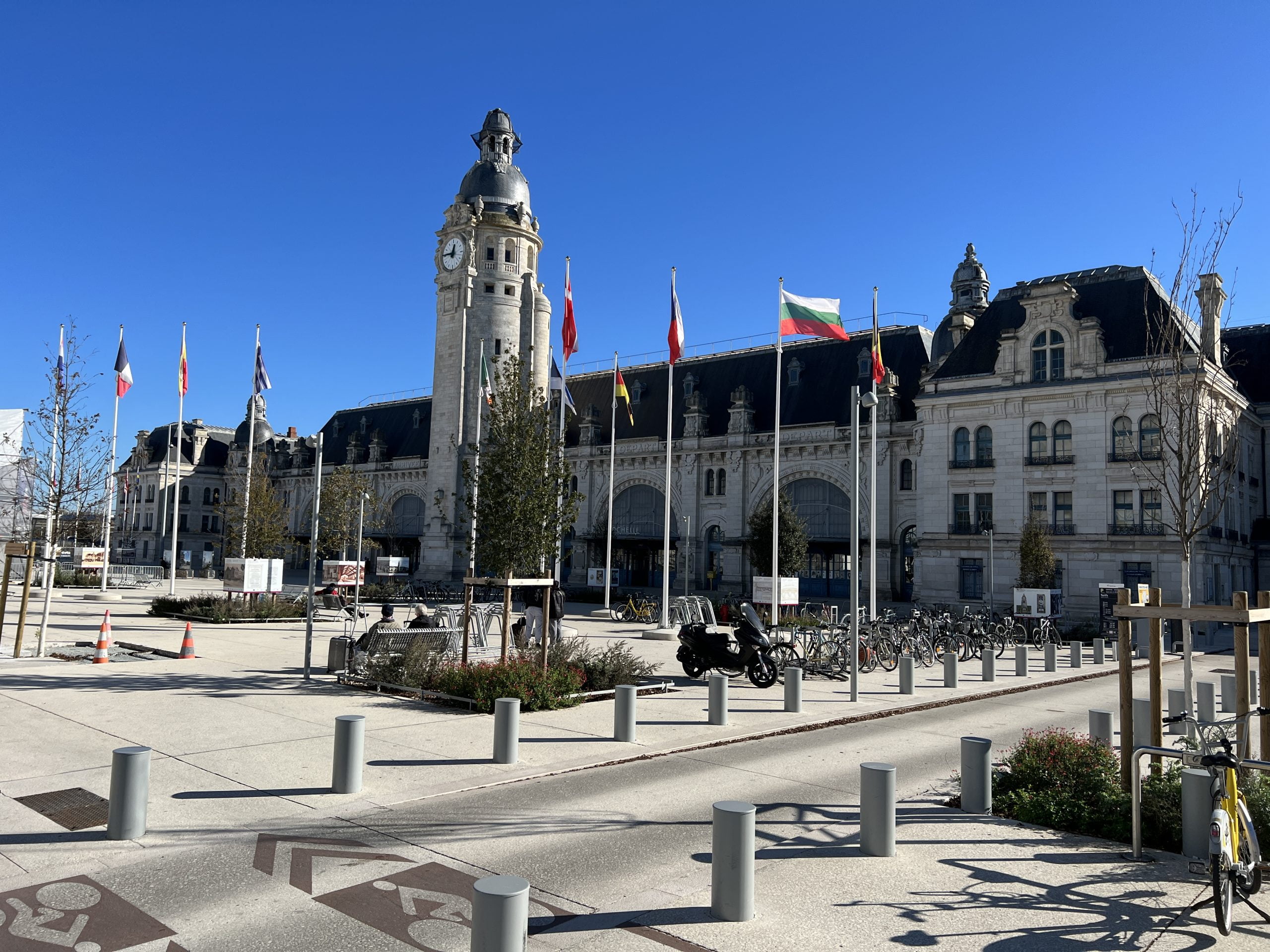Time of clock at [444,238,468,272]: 12:46
